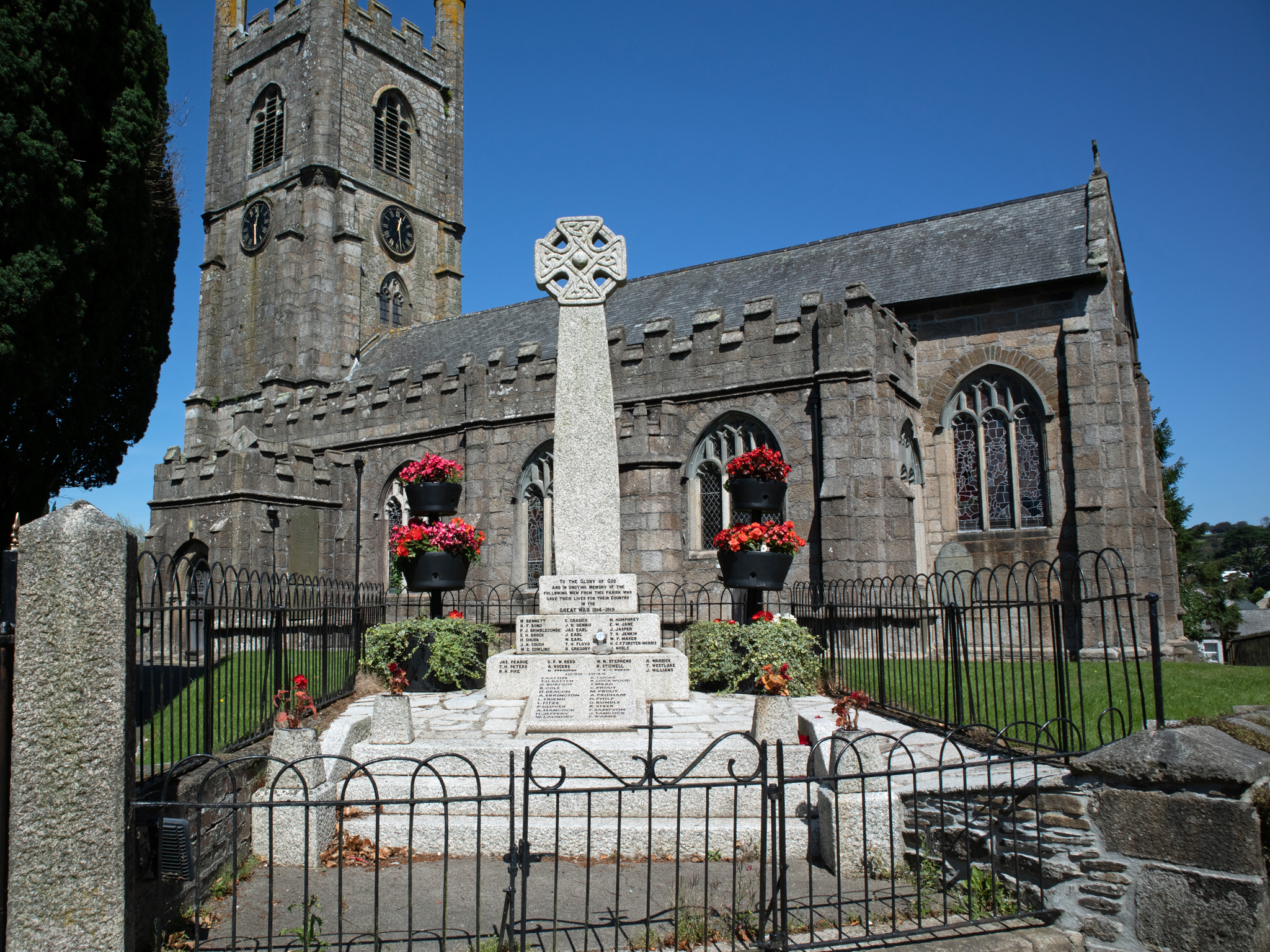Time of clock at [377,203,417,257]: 12:28
